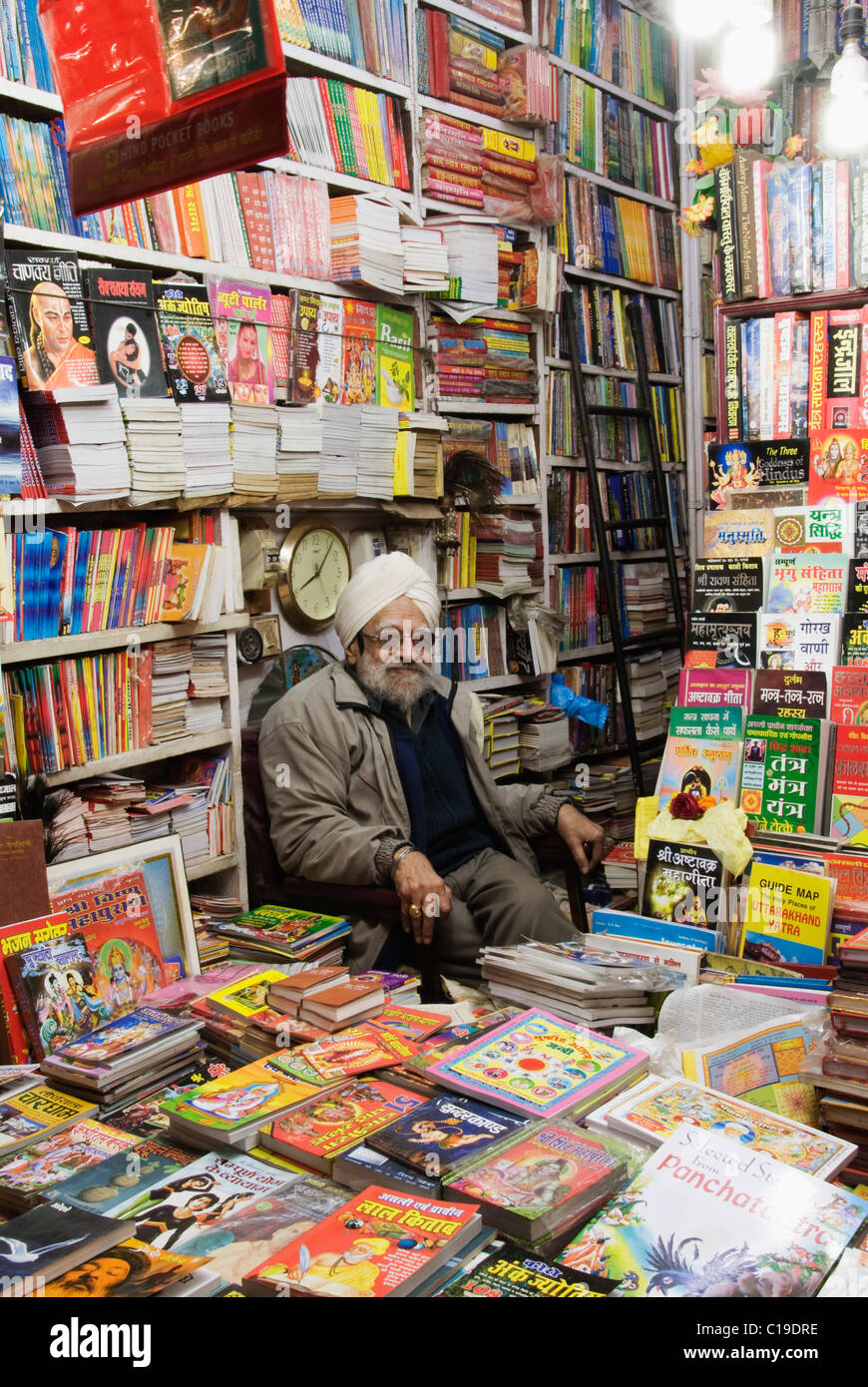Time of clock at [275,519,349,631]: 8:06
